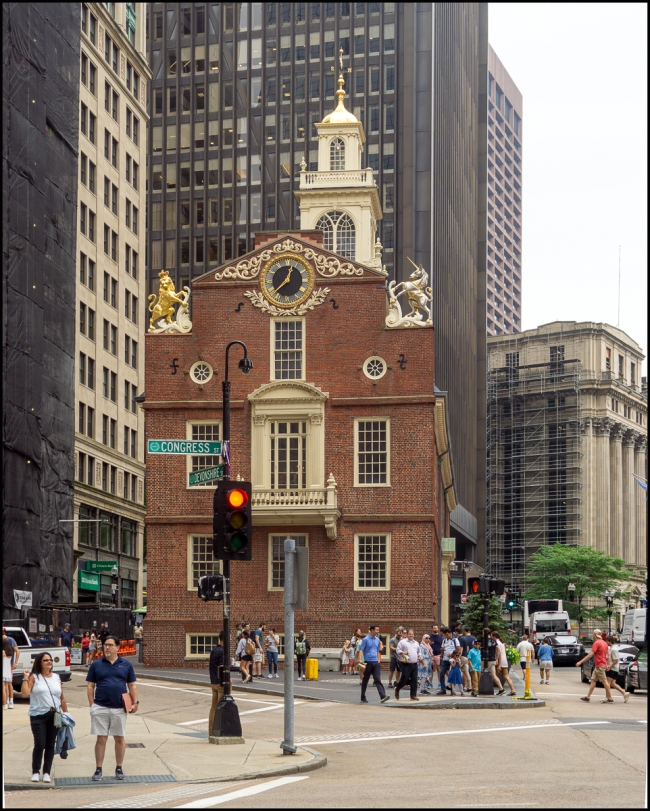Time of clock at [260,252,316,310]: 12:37
